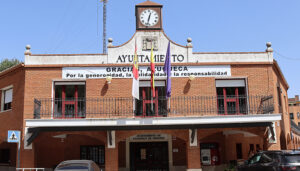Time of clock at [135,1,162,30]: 12:32
